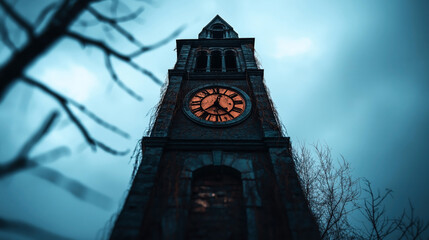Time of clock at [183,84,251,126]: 12:23
